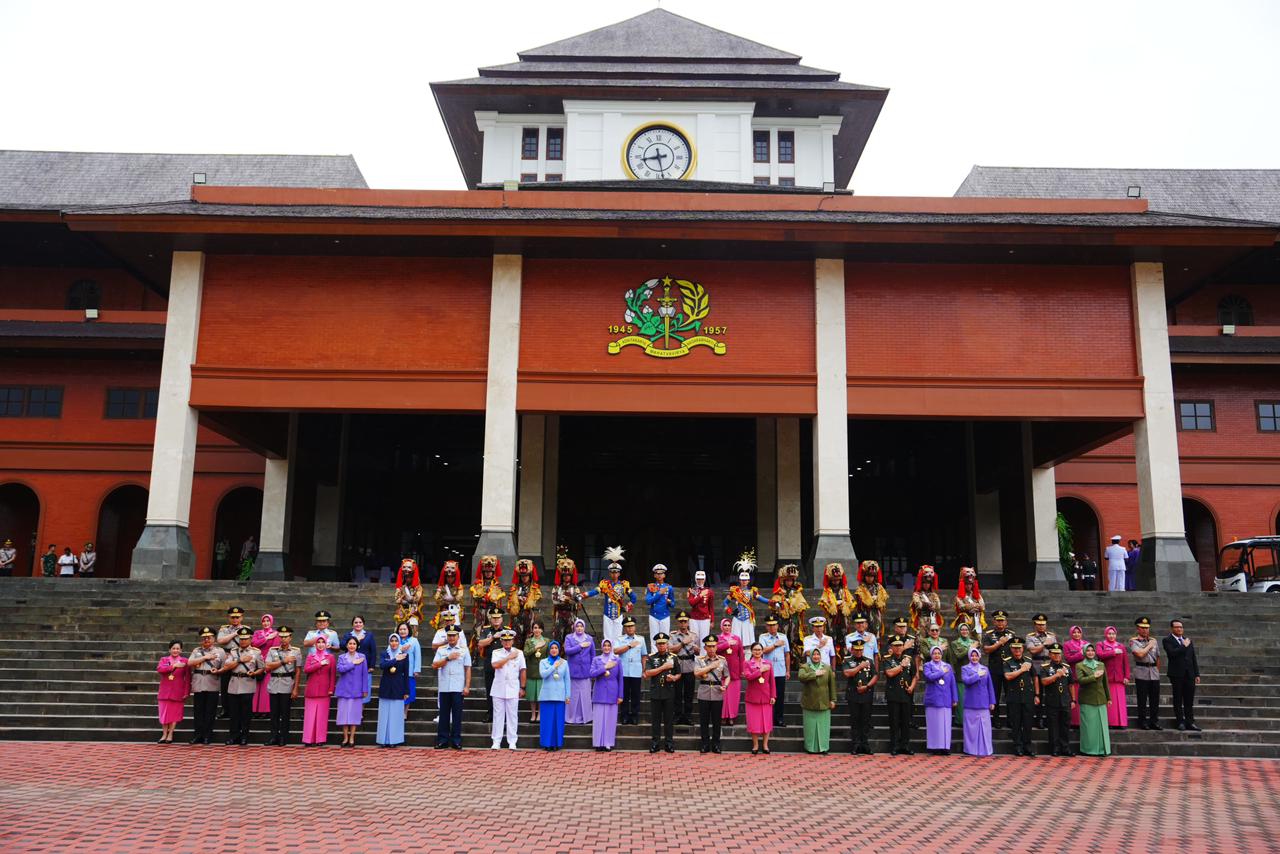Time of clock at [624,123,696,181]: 8:28
